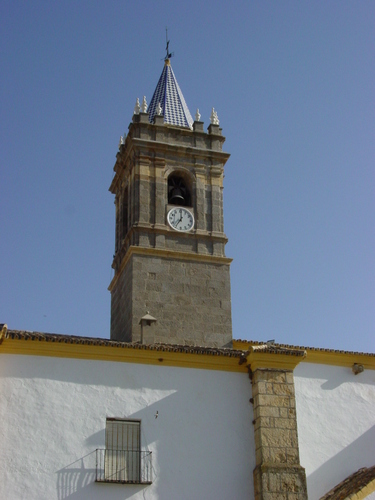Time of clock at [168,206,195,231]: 7:00
